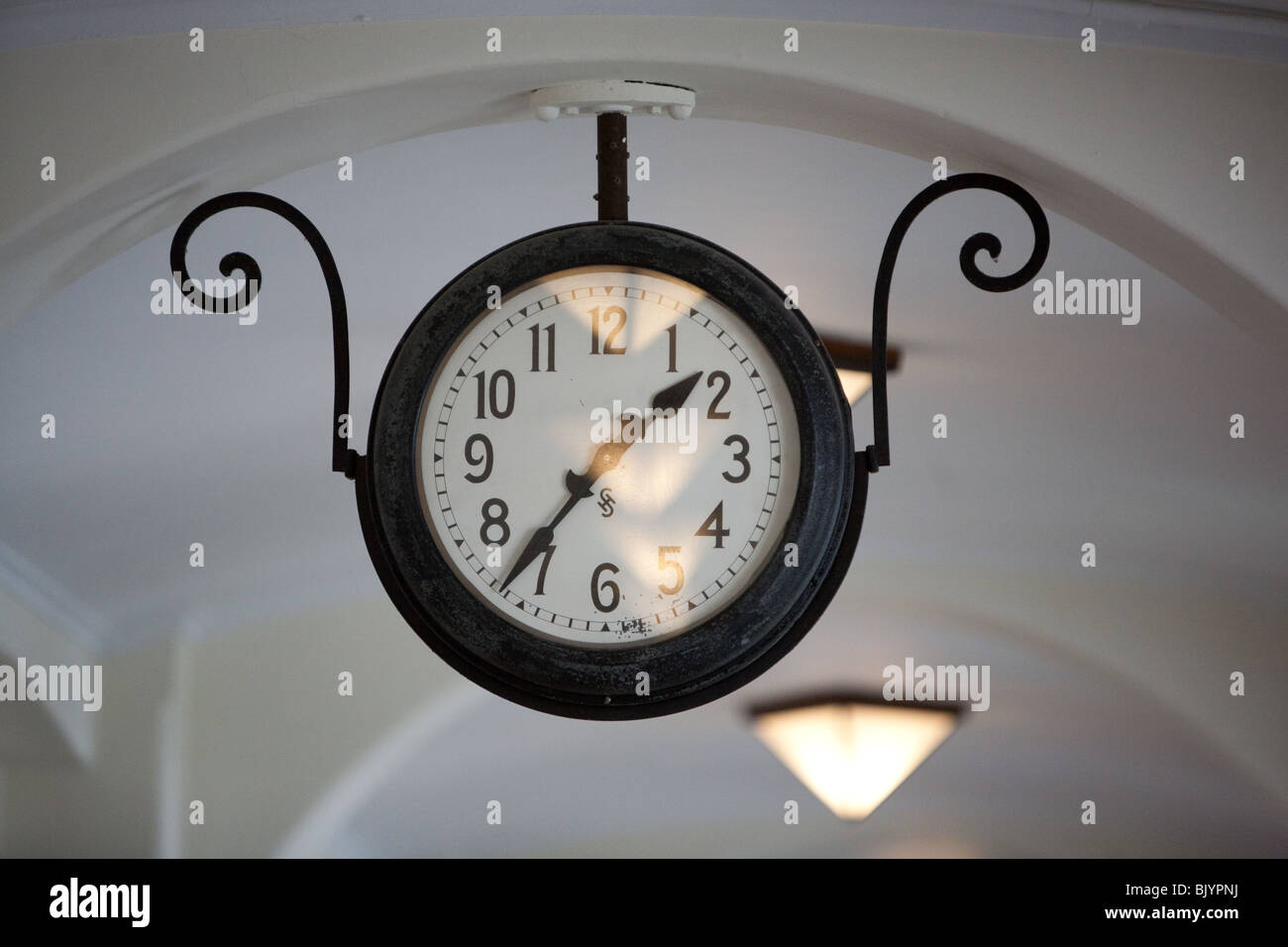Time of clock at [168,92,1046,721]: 1:36
